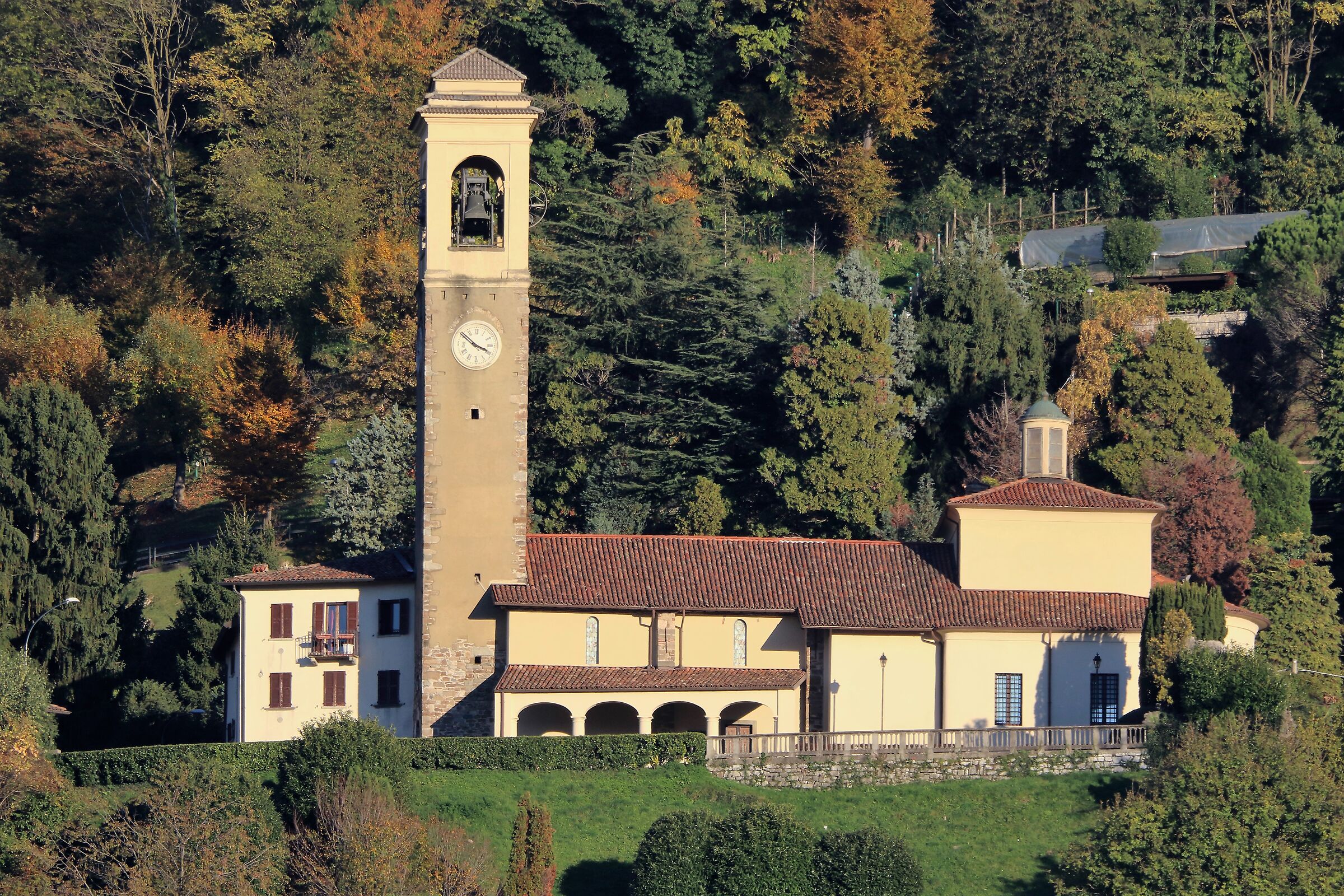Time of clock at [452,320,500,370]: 3:51
